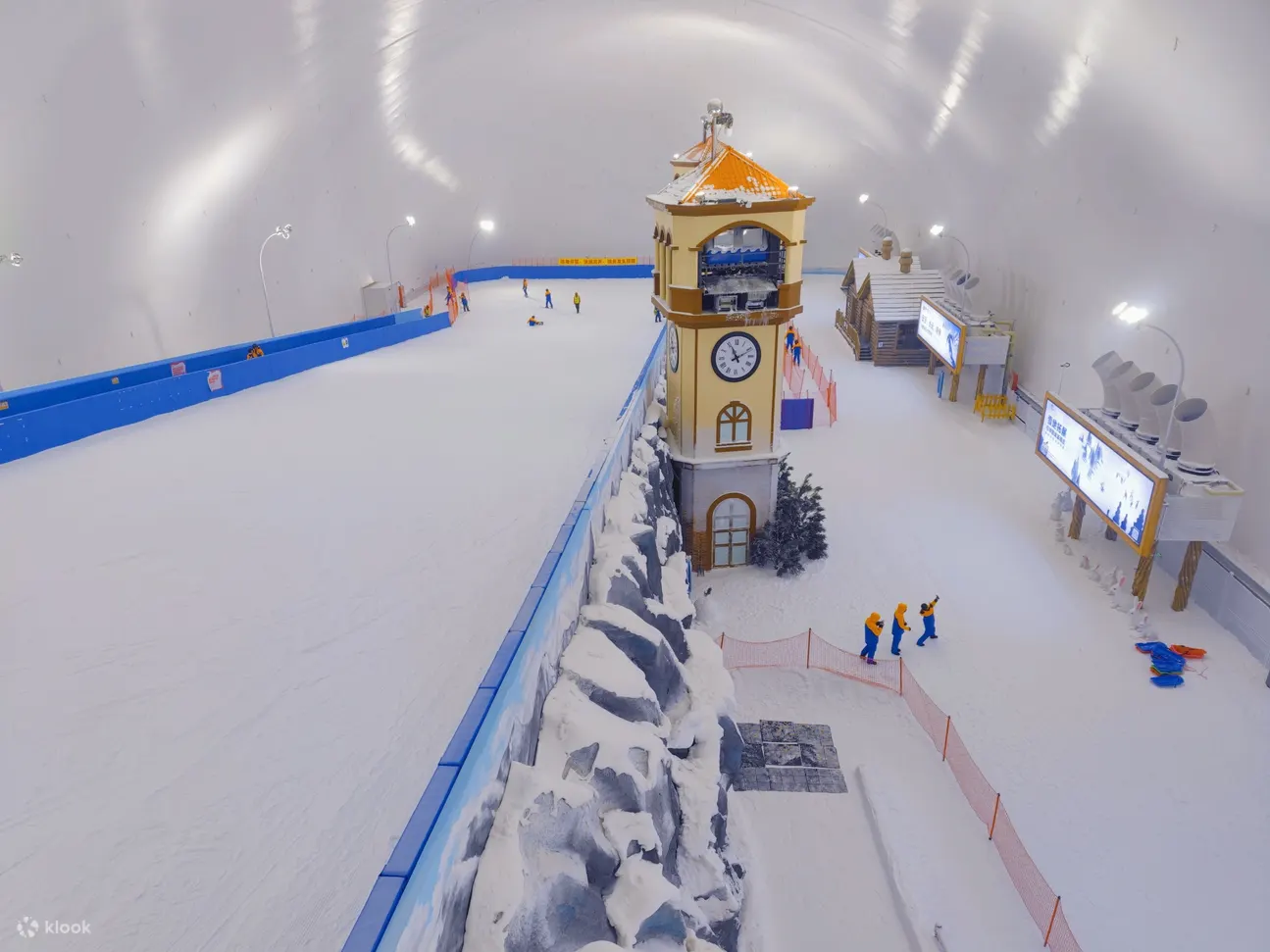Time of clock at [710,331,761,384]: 11:11
